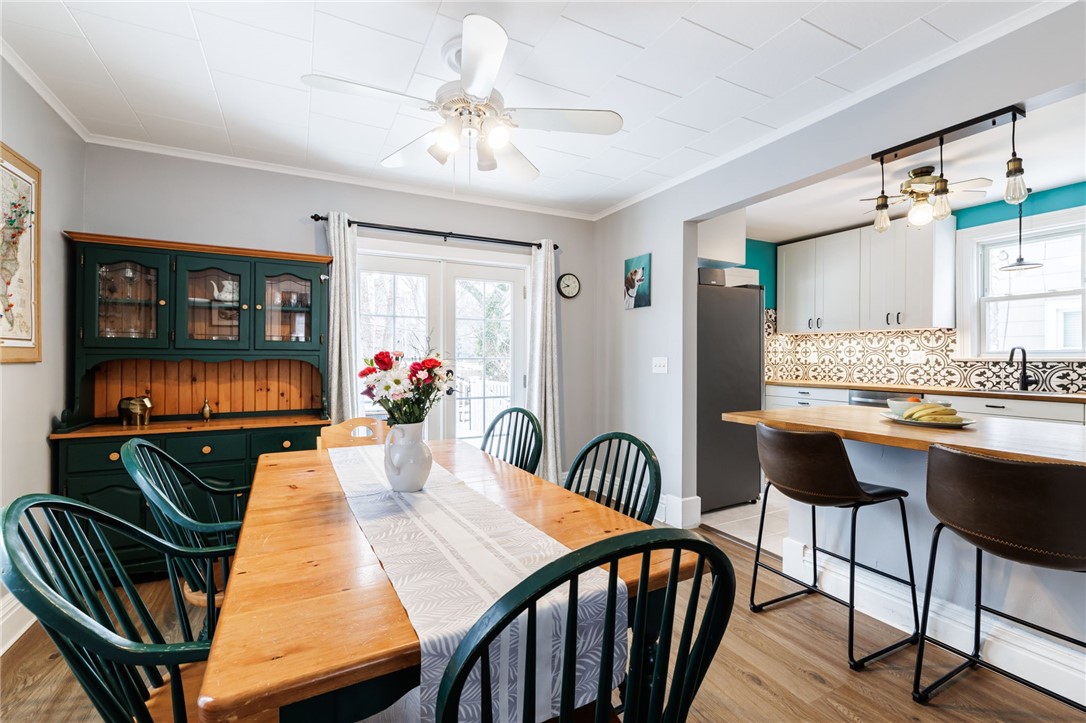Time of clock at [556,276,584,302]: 9:42
